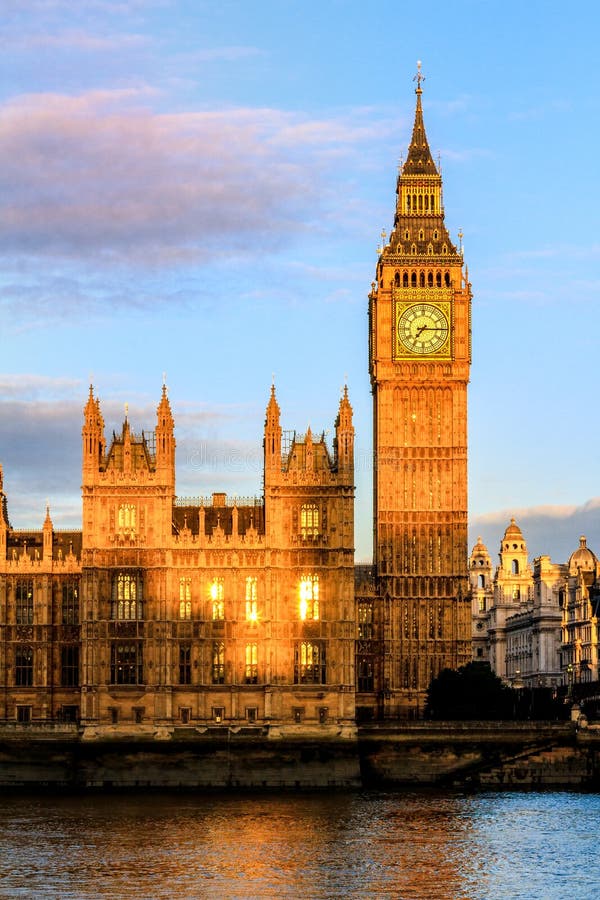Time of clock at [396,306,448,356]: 7:15
